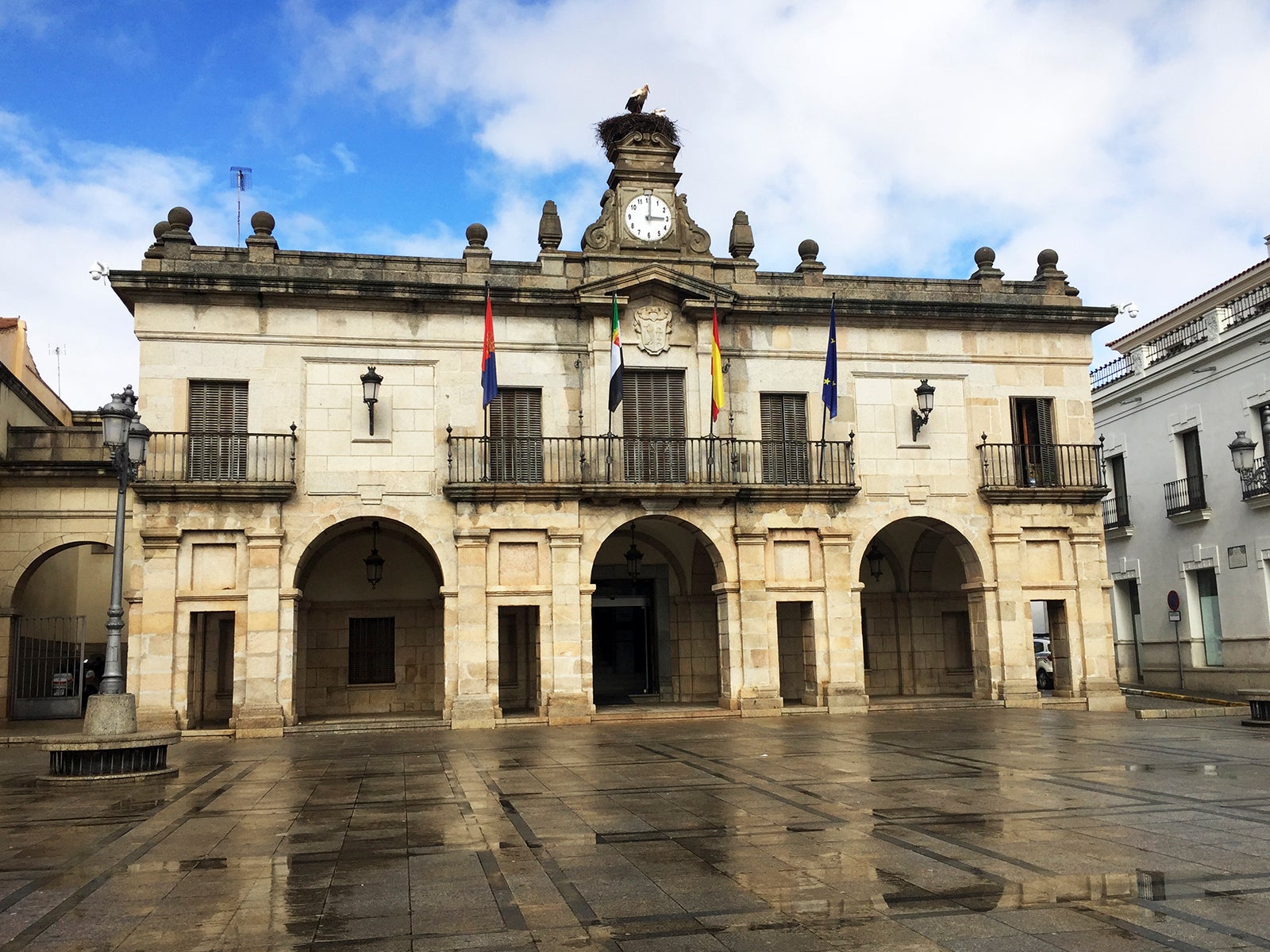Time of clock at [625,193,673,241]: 3:00
